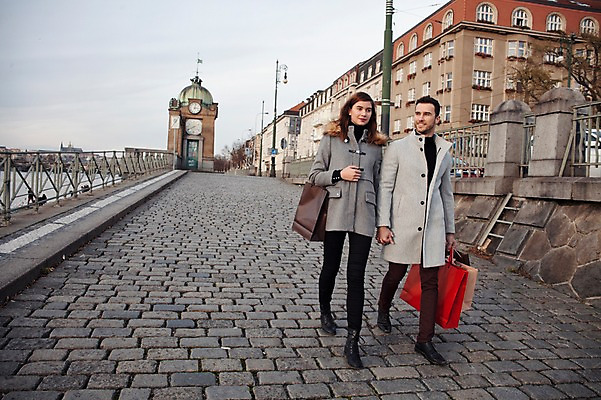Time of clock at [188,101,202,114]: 3:02
